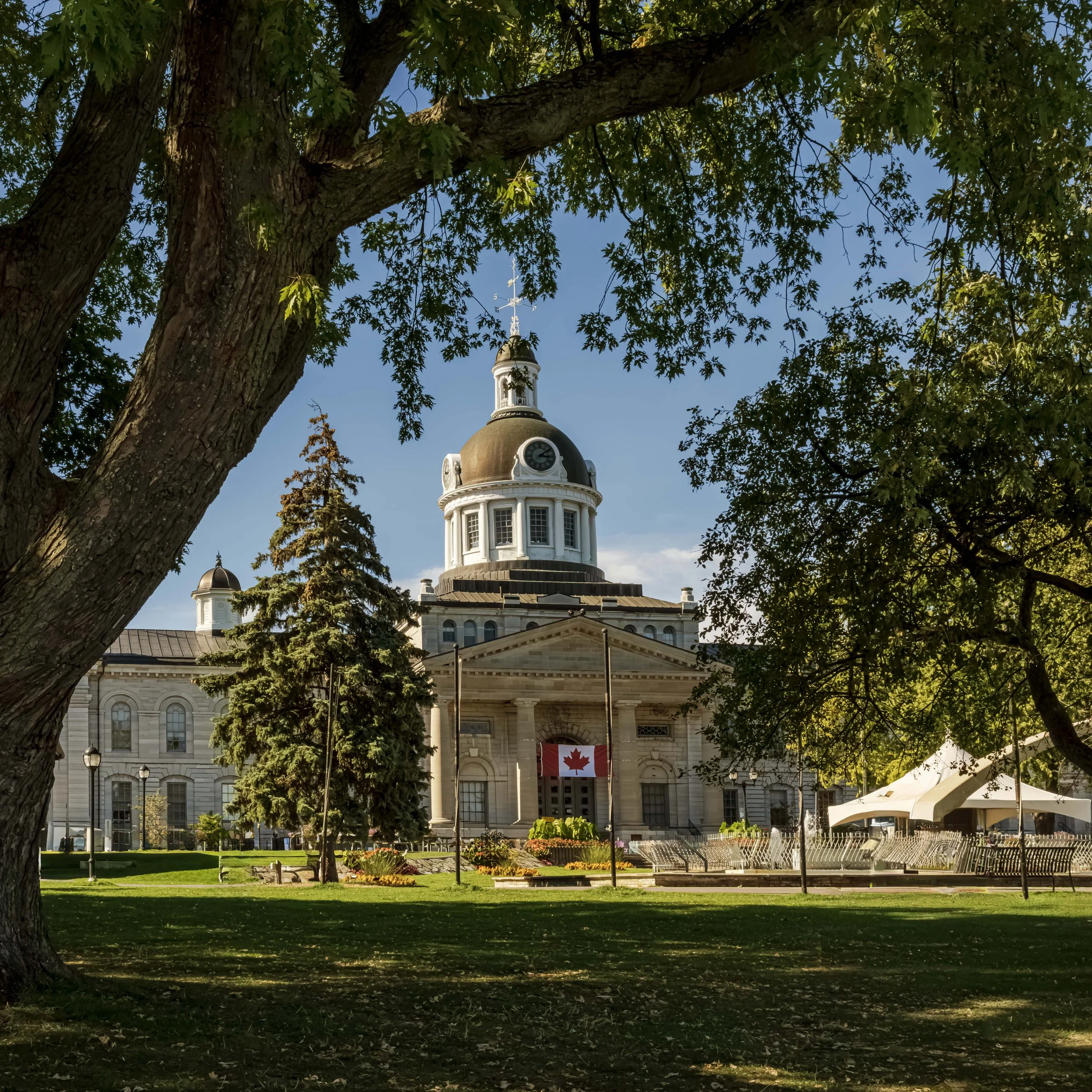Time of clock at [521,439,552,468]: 3:08
